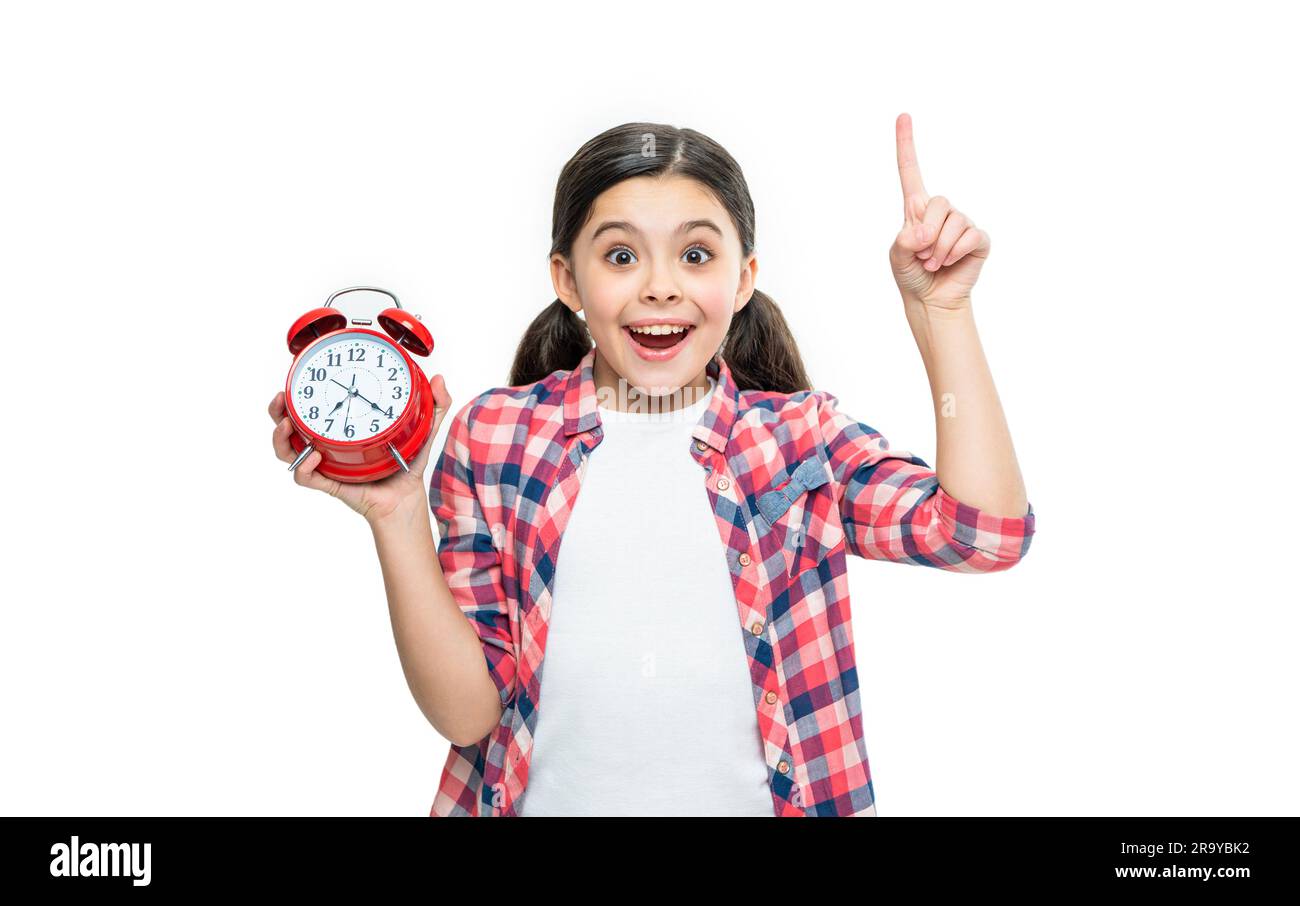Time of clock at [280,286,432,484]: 7:20
